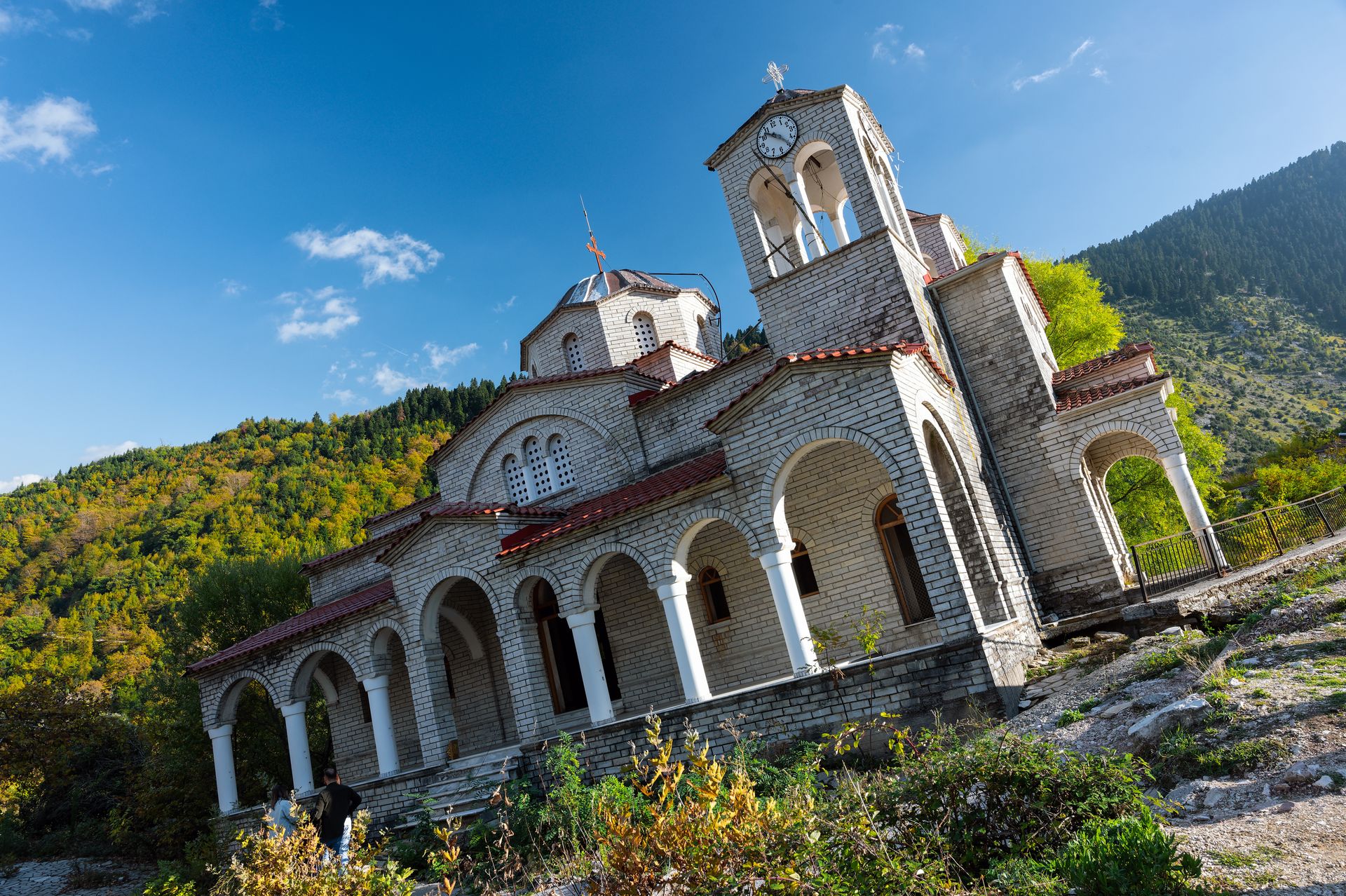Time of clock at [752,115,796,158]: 10:24
